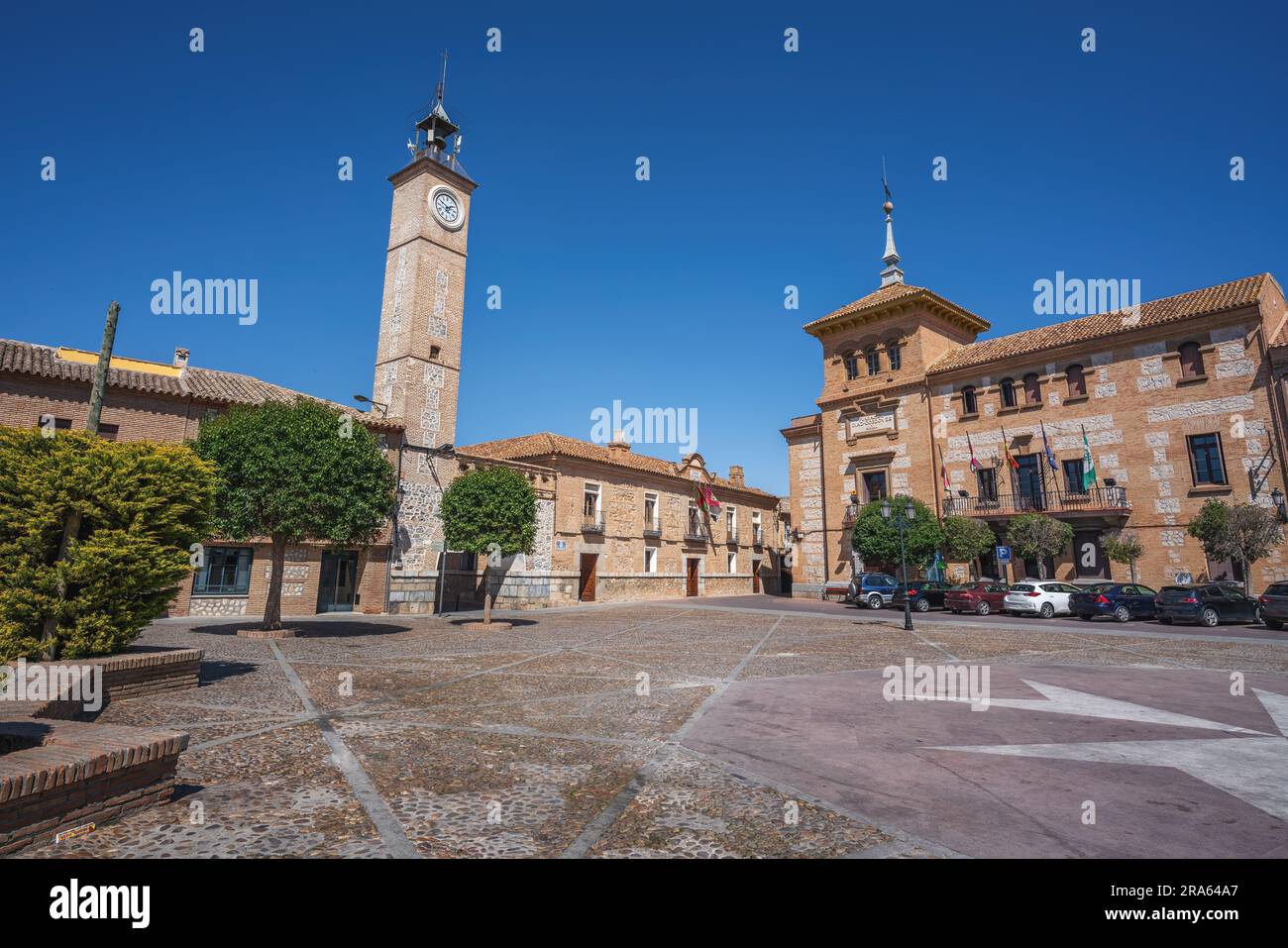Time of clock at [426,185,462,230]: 1:50
